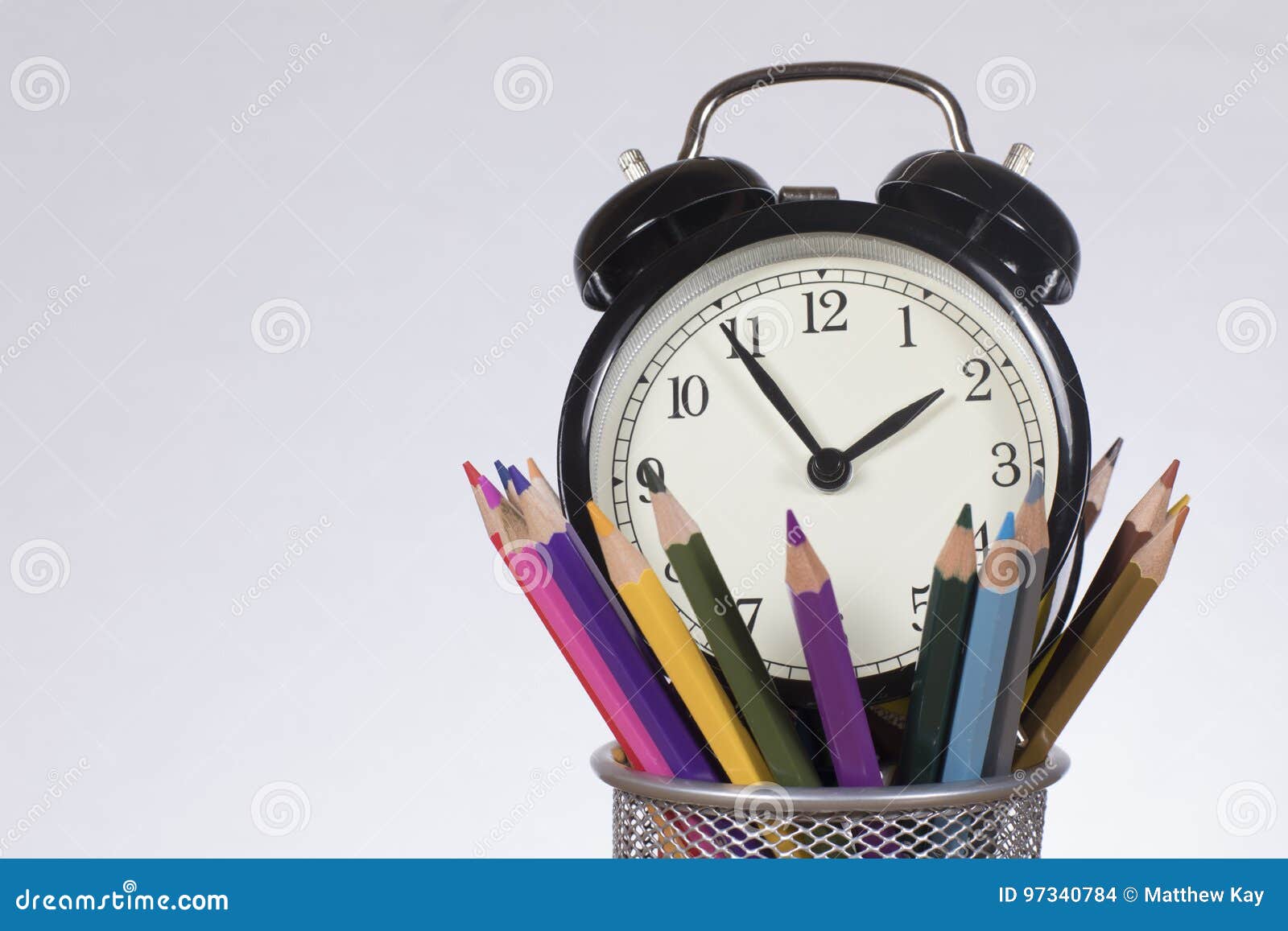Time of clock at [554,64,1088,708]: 1:54
